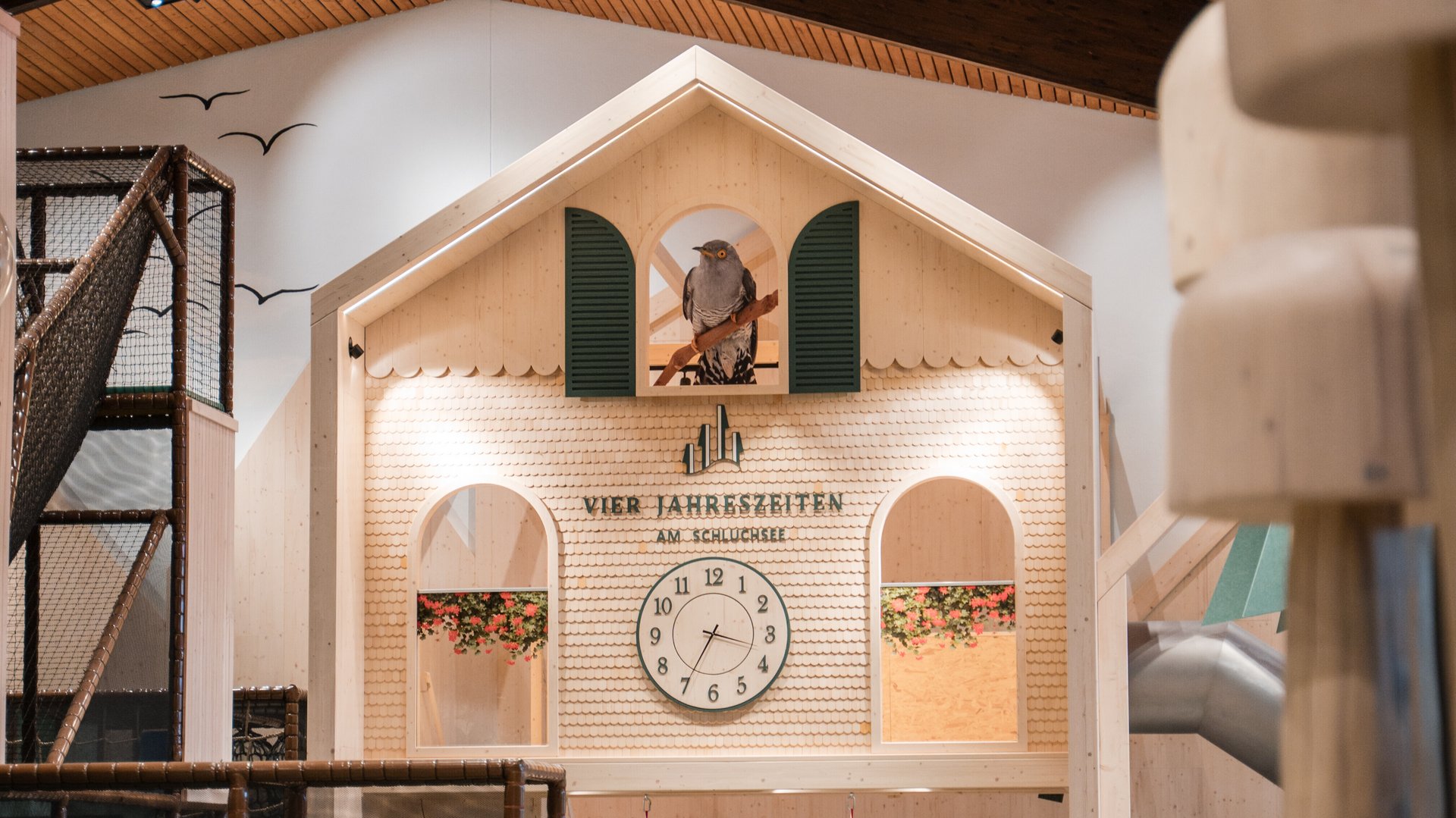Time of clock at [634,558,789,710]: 3:34
